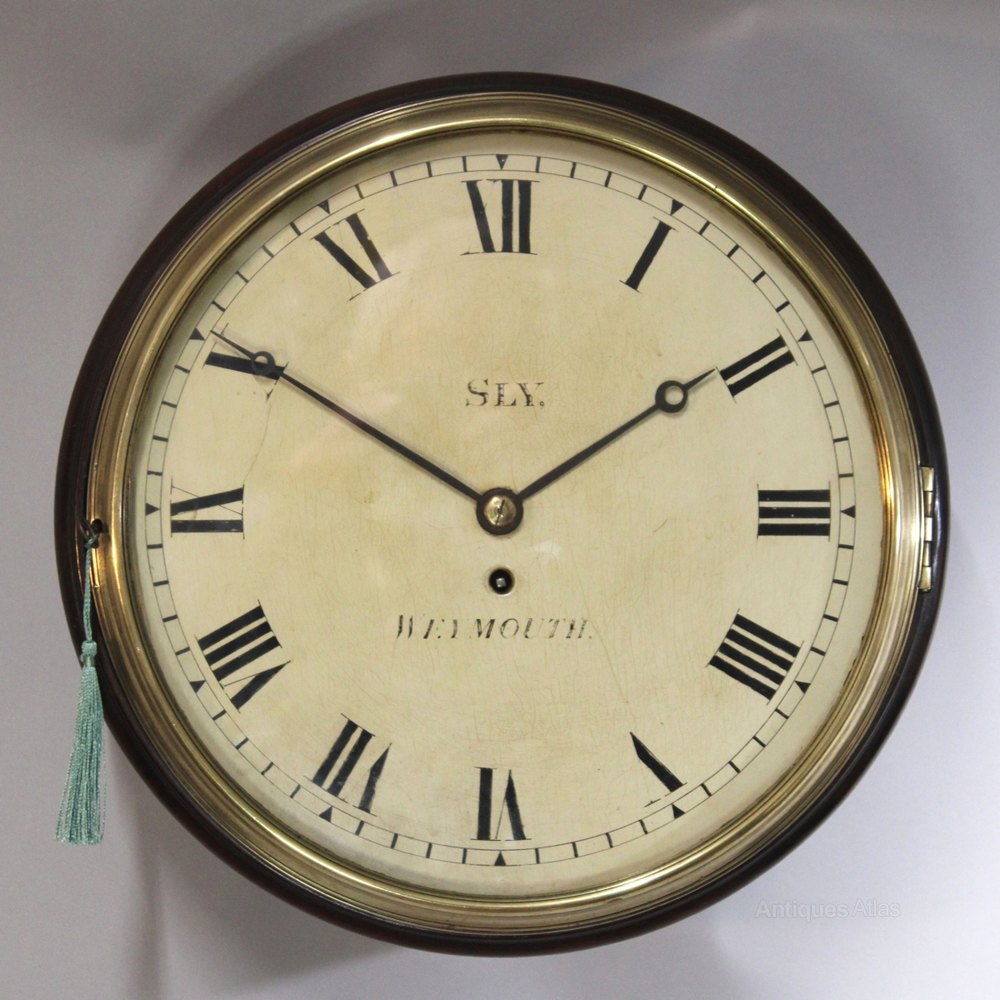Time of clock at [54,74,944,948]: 1:50
